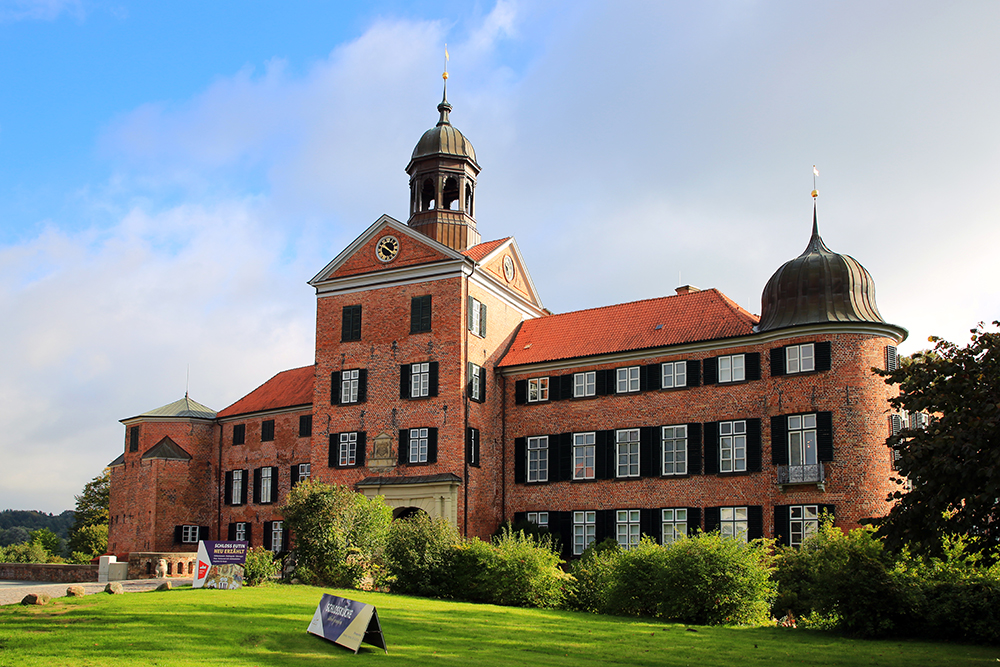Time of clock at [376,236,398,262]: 9:20
